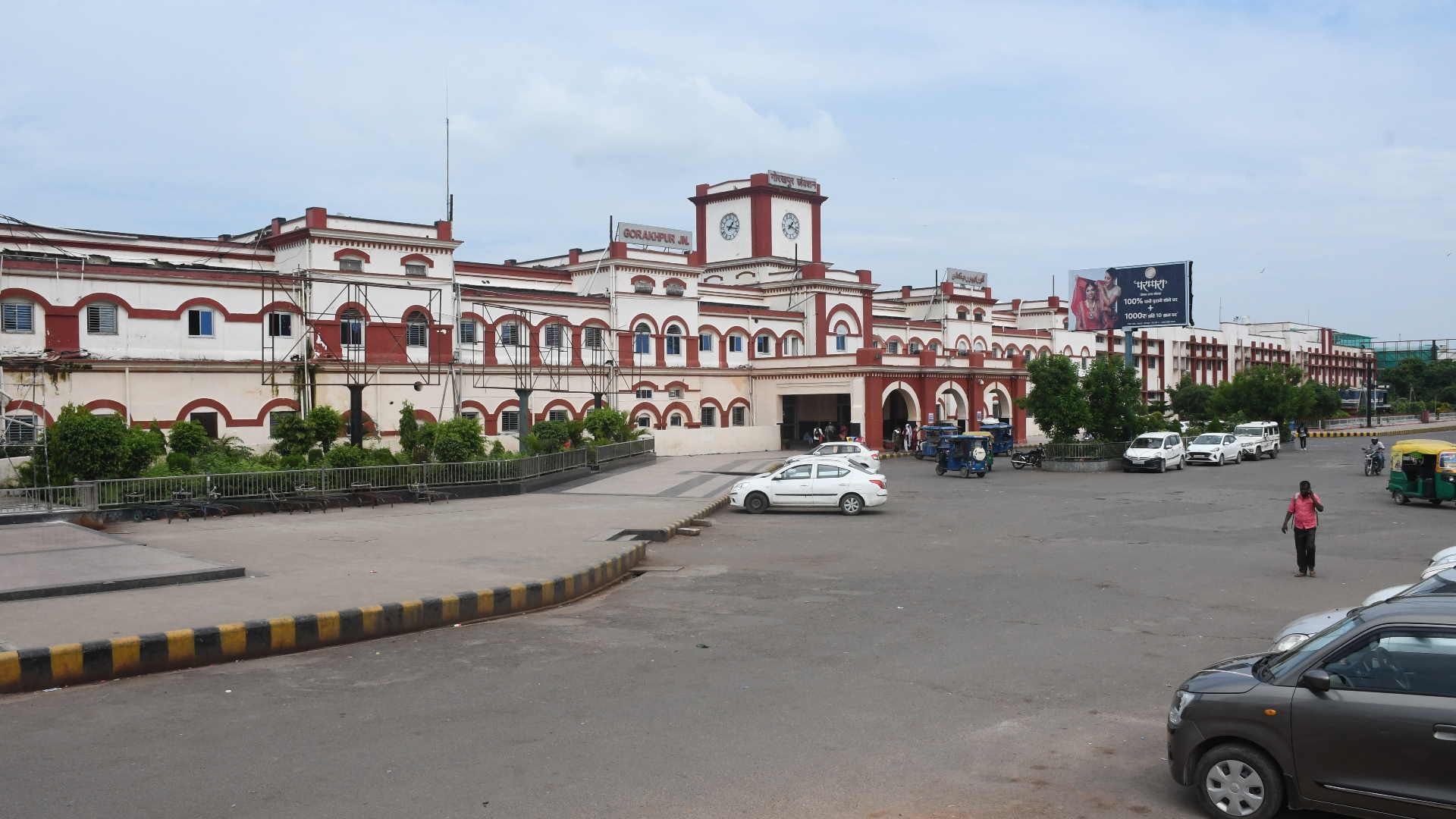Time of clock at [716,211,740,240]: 1:16
